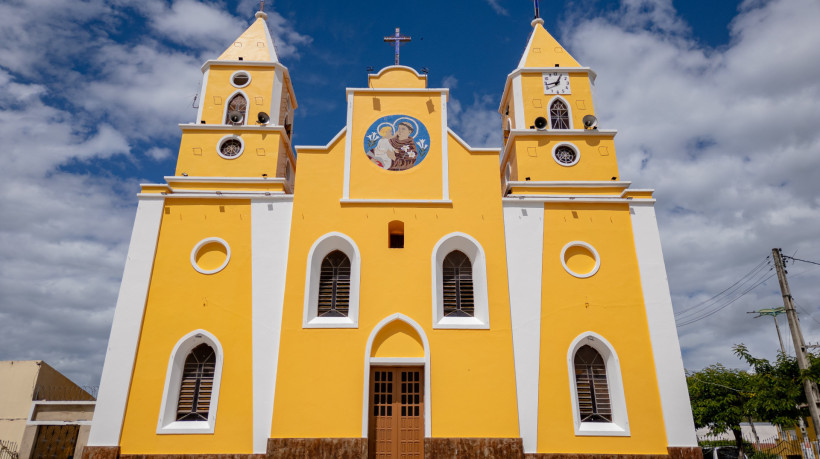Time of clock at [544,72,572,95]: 12:43
